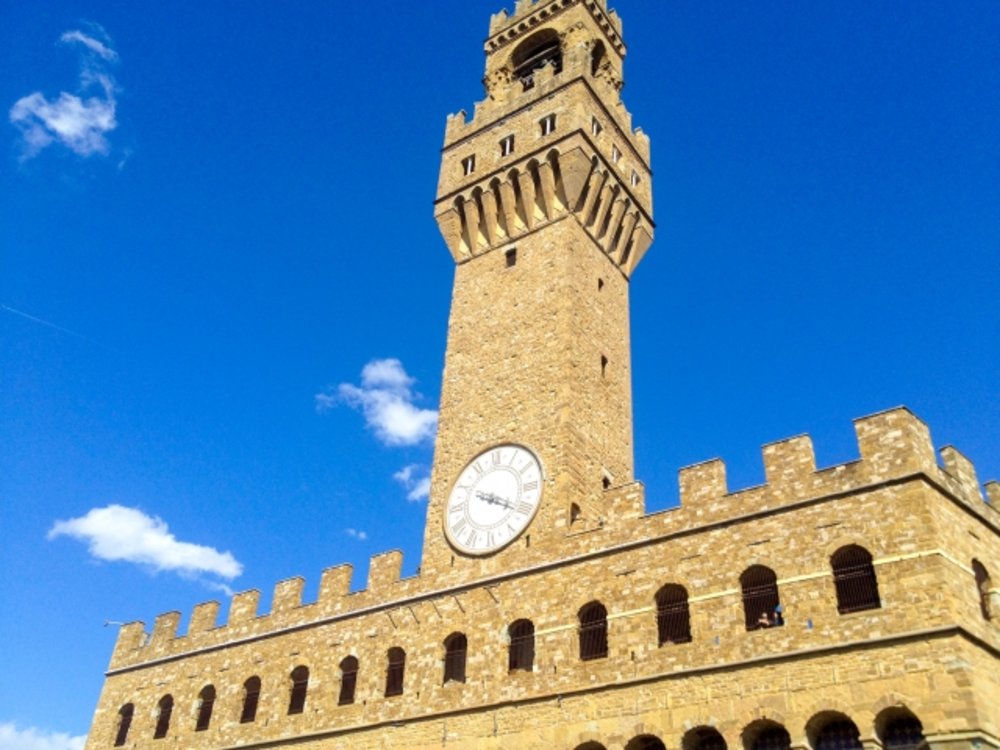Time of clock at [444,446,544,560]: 4:20
